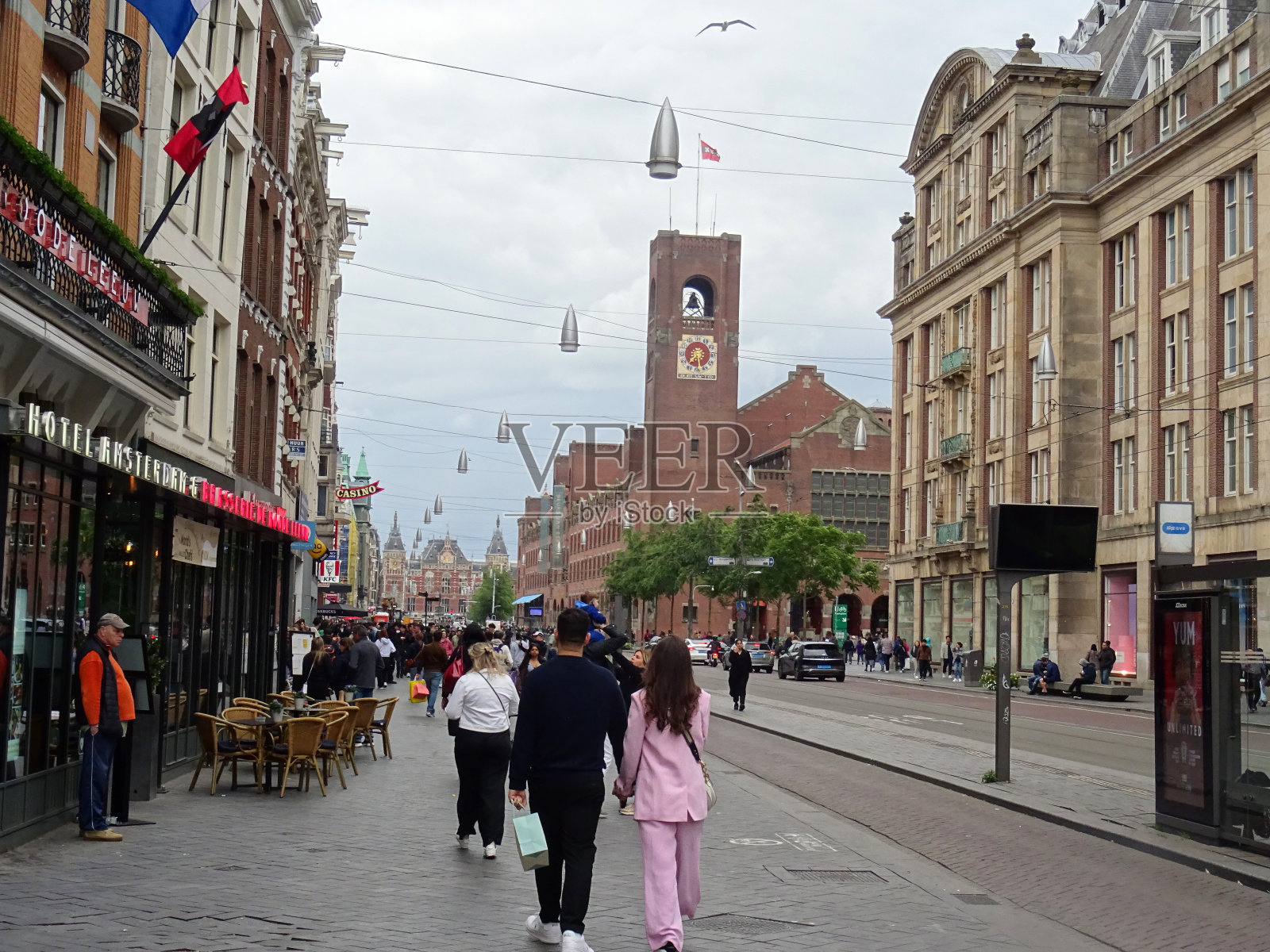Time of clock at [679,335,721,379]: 7:28
